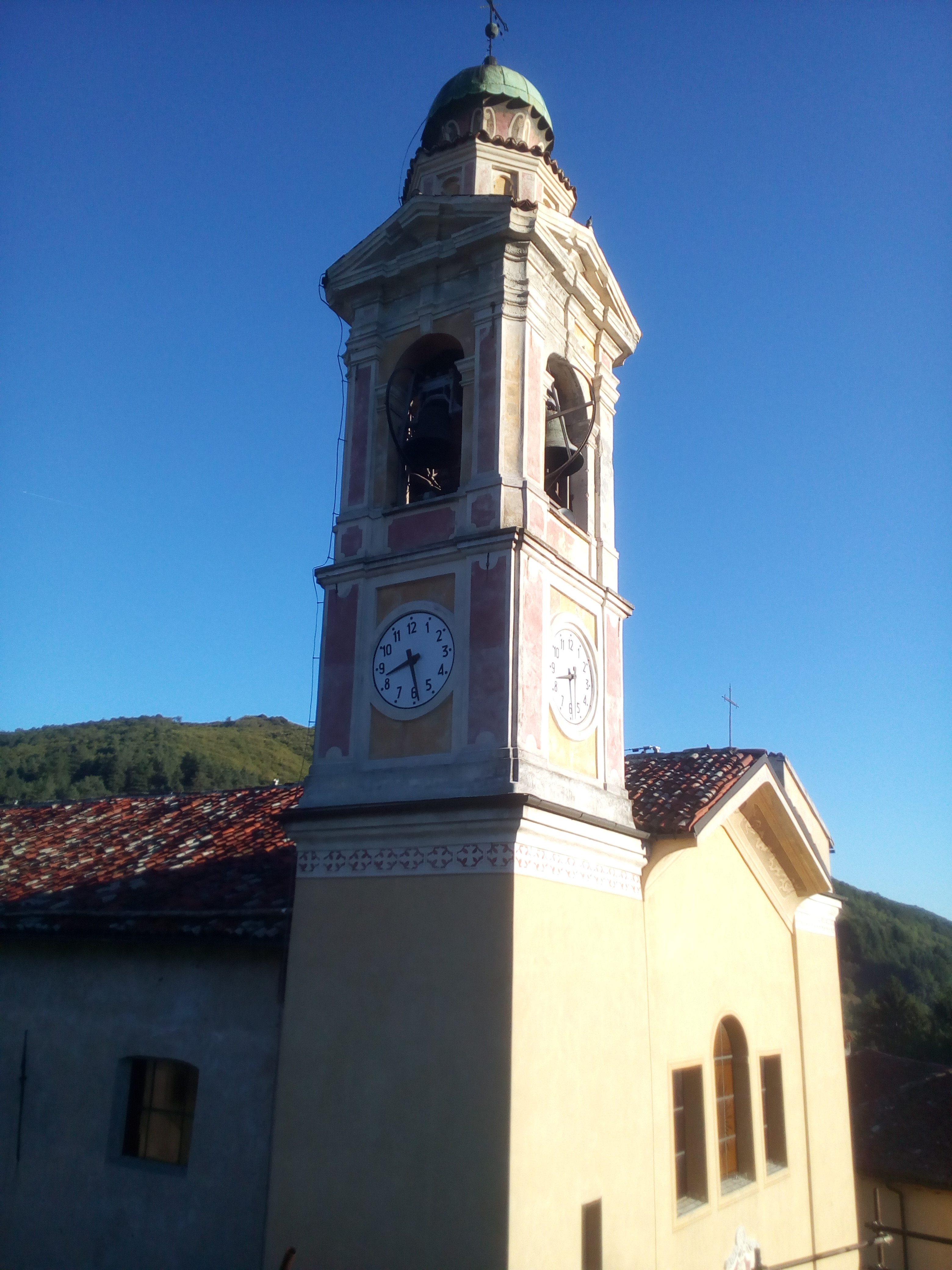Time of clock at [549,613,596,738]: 5:42
